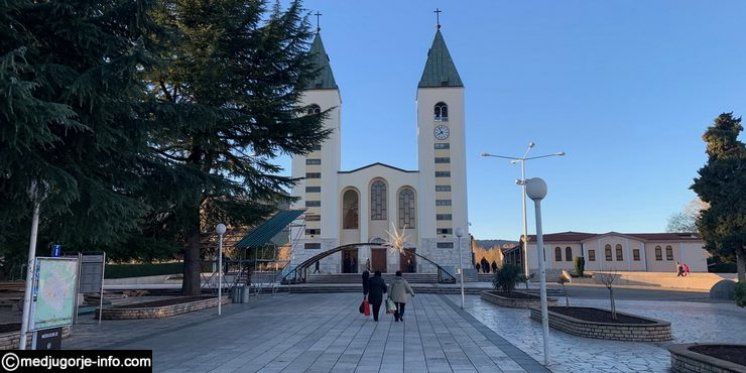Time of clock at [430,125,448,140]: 7:55
